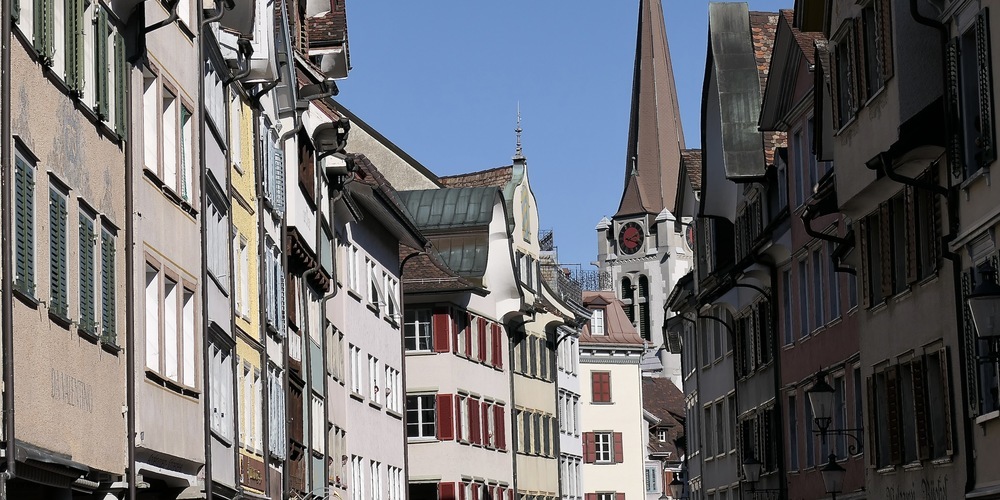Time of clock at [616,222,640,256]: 2:18
